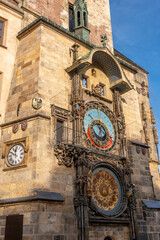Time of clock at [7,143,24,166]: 11:49
